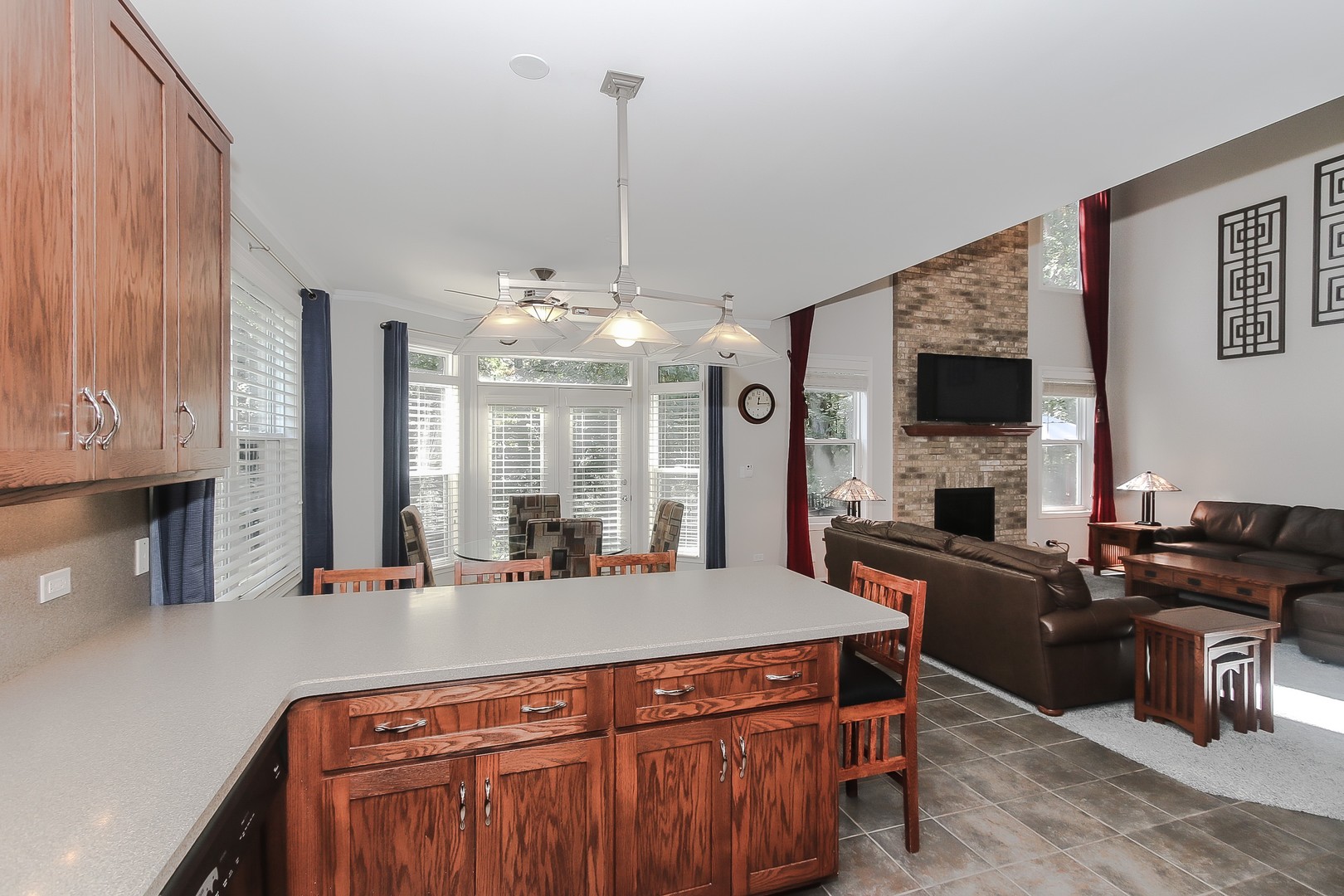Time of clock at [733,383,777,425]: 12:14
